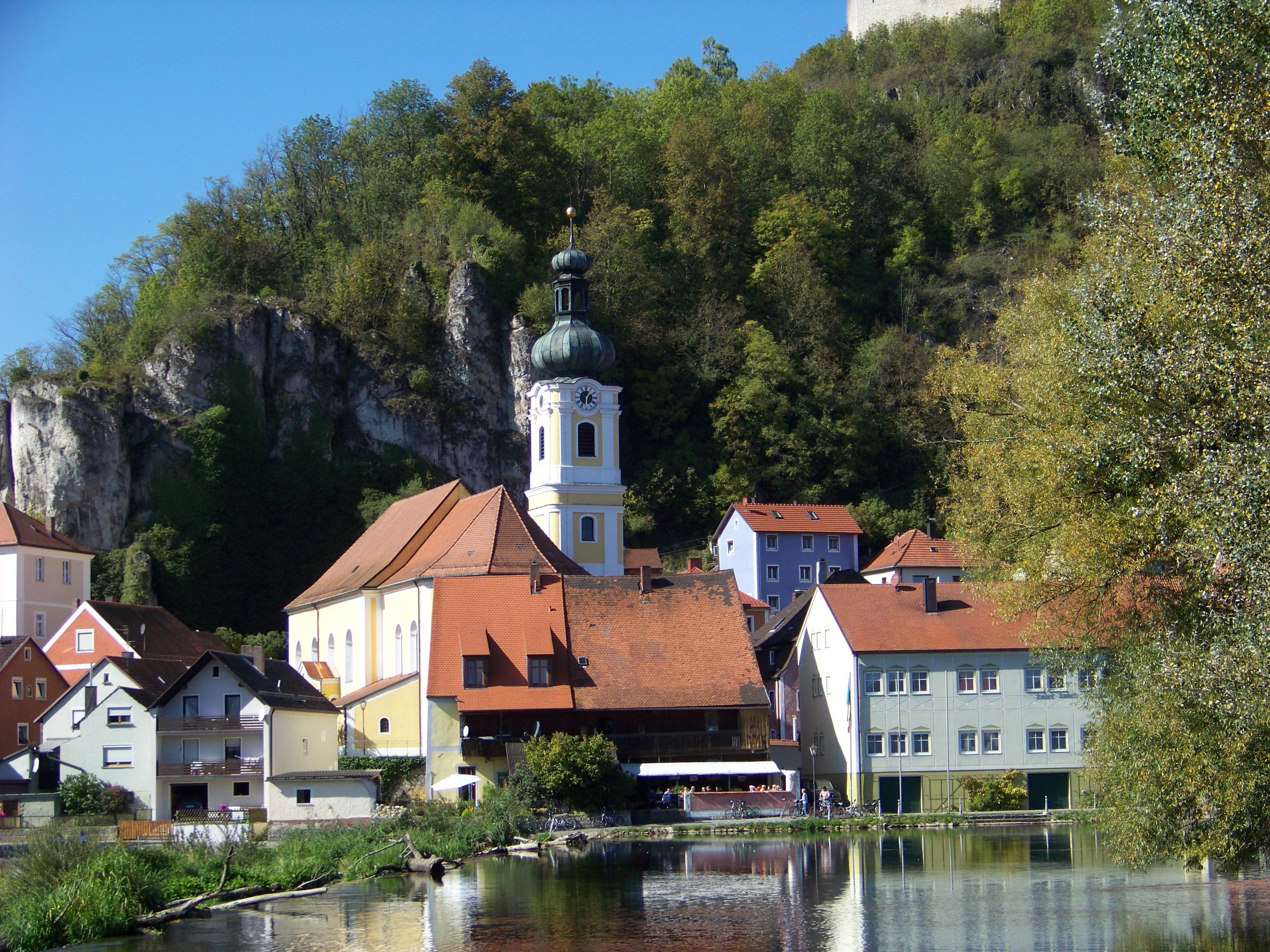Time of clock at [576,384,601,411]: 1:30
